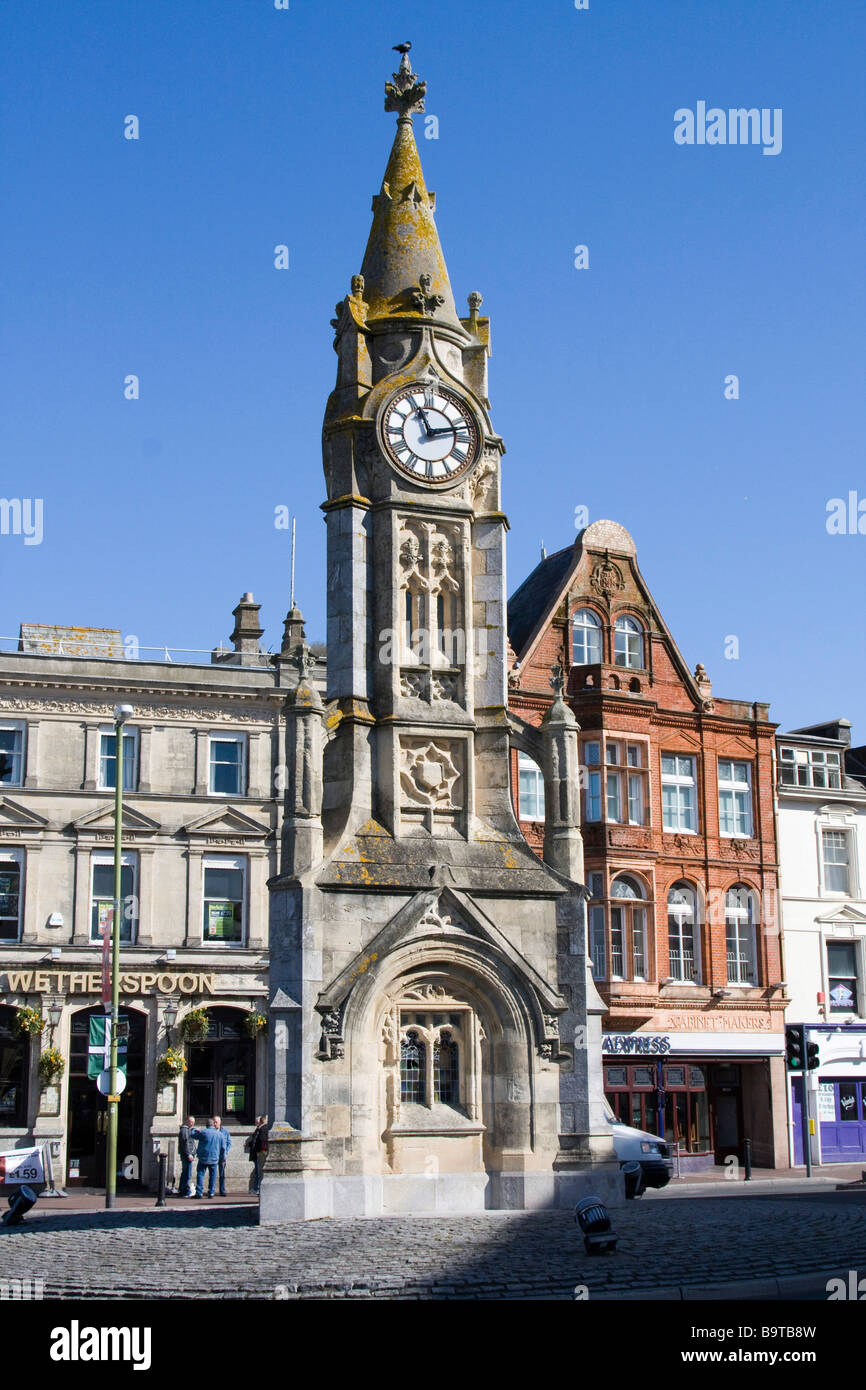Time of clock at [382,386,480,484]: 11:12
